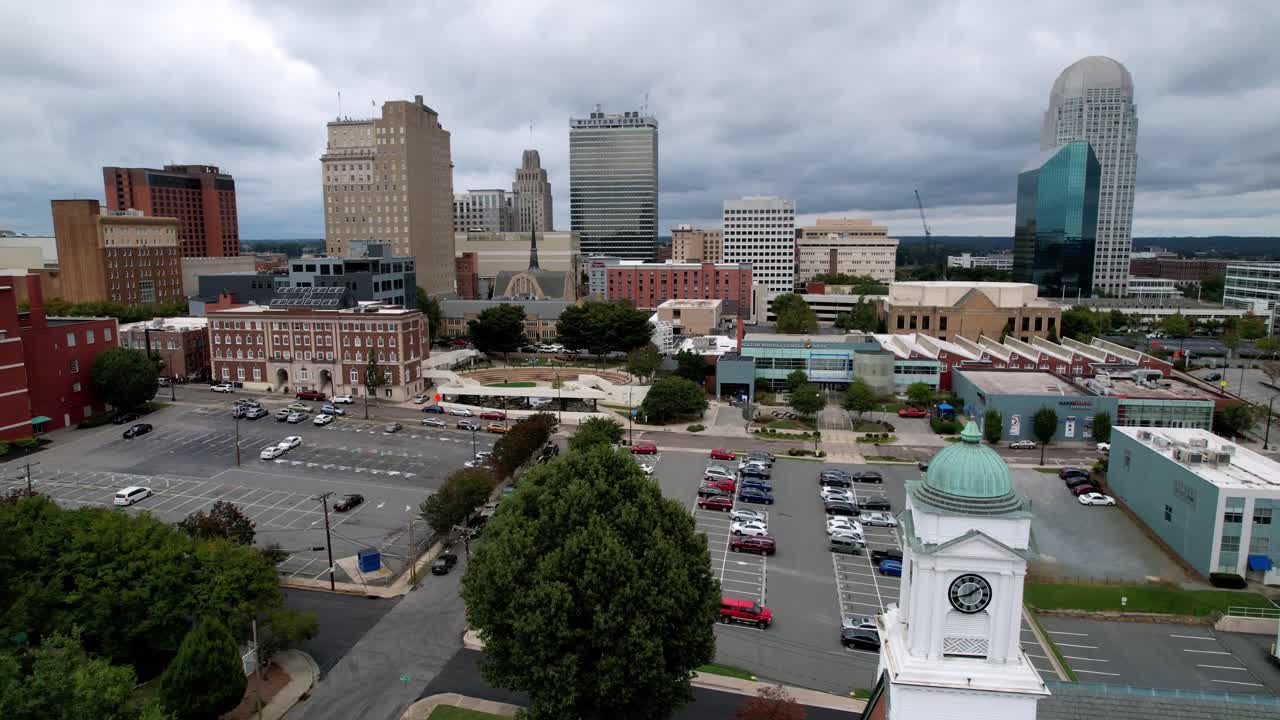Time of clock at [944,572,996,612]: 1:41
